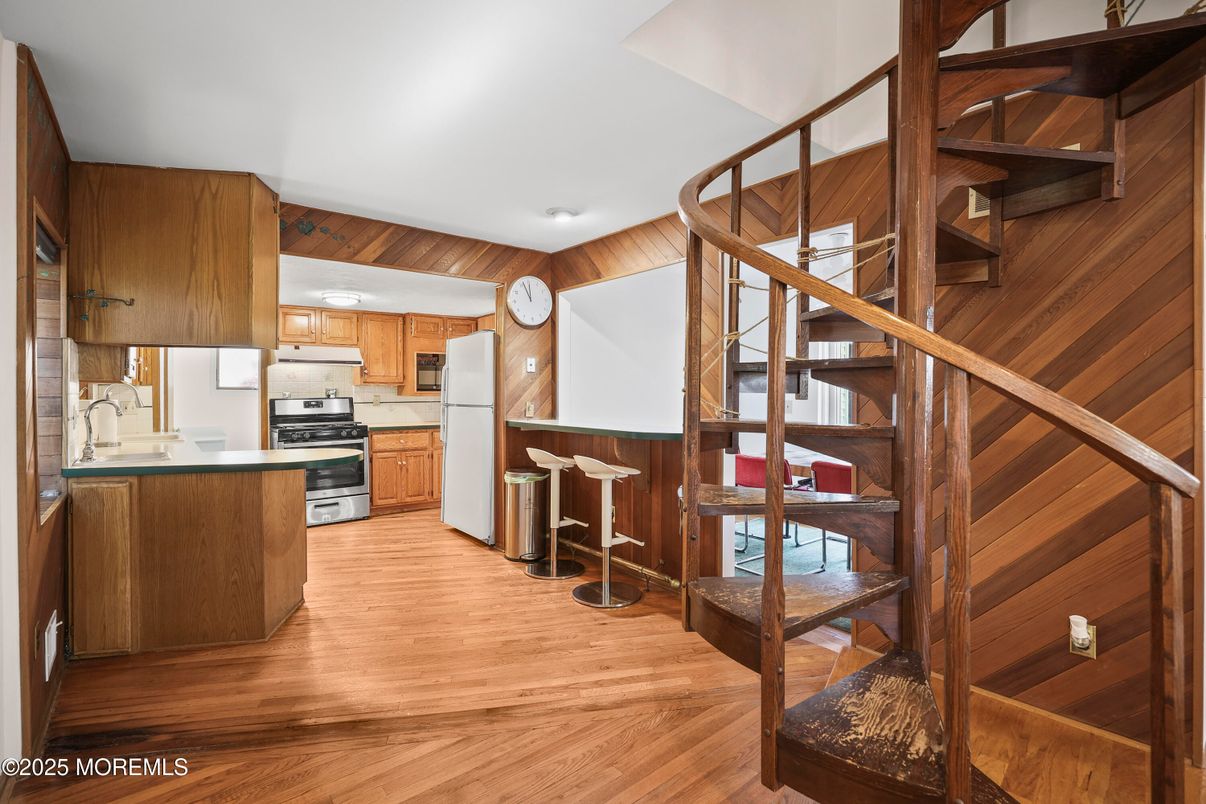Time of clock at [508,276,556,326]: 11:56
